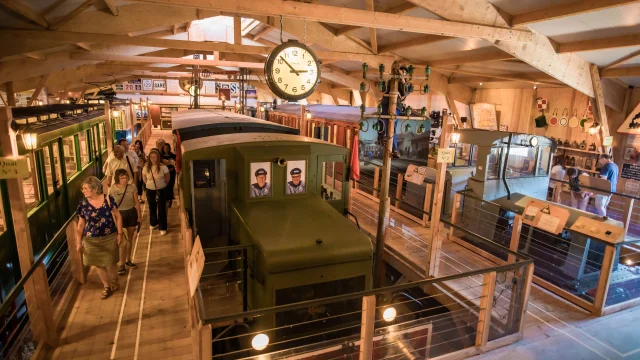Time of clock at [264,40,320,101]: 2:52
